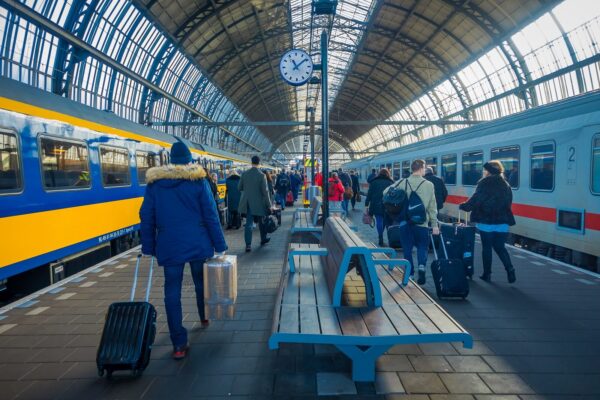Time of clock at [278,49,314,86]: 11:08
